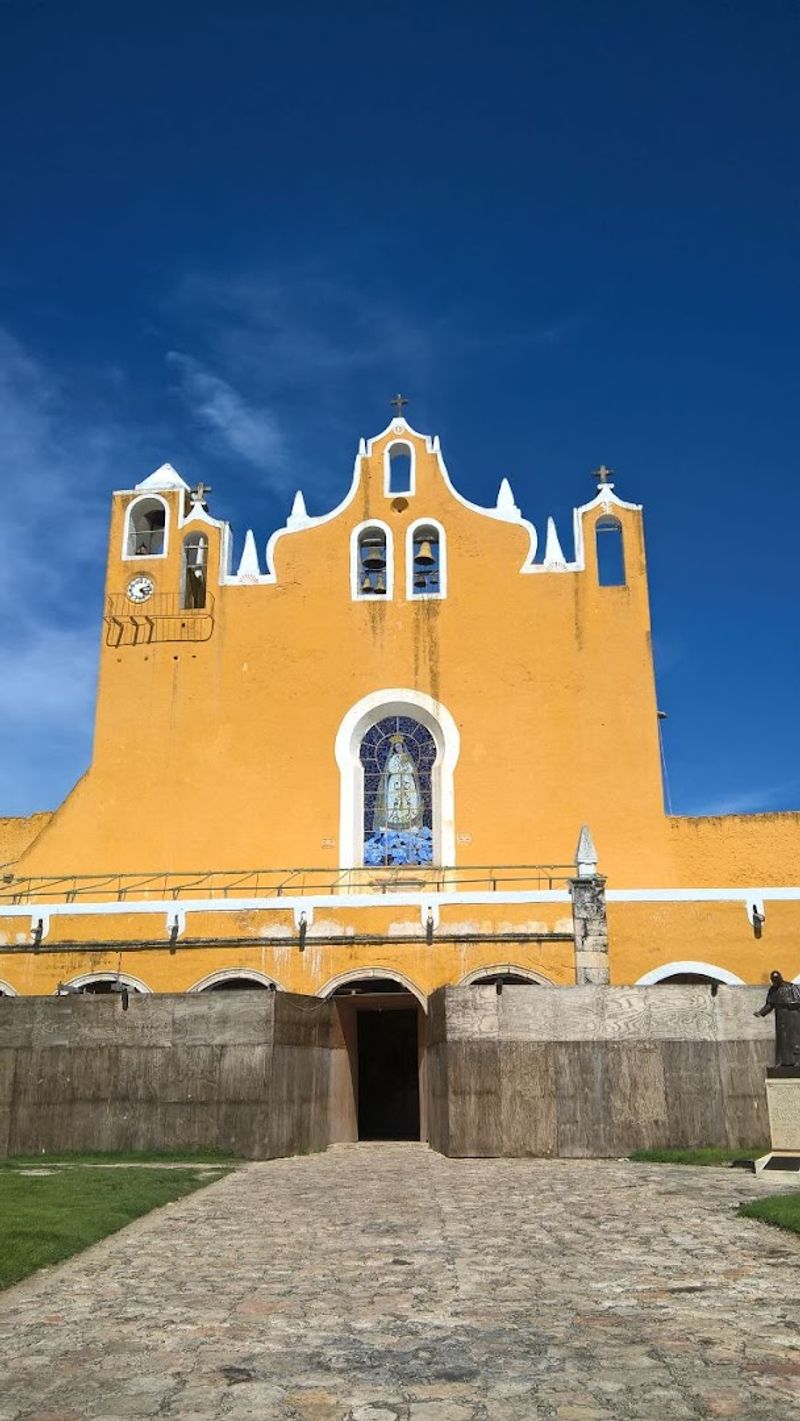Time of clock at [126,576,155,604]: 4:12
